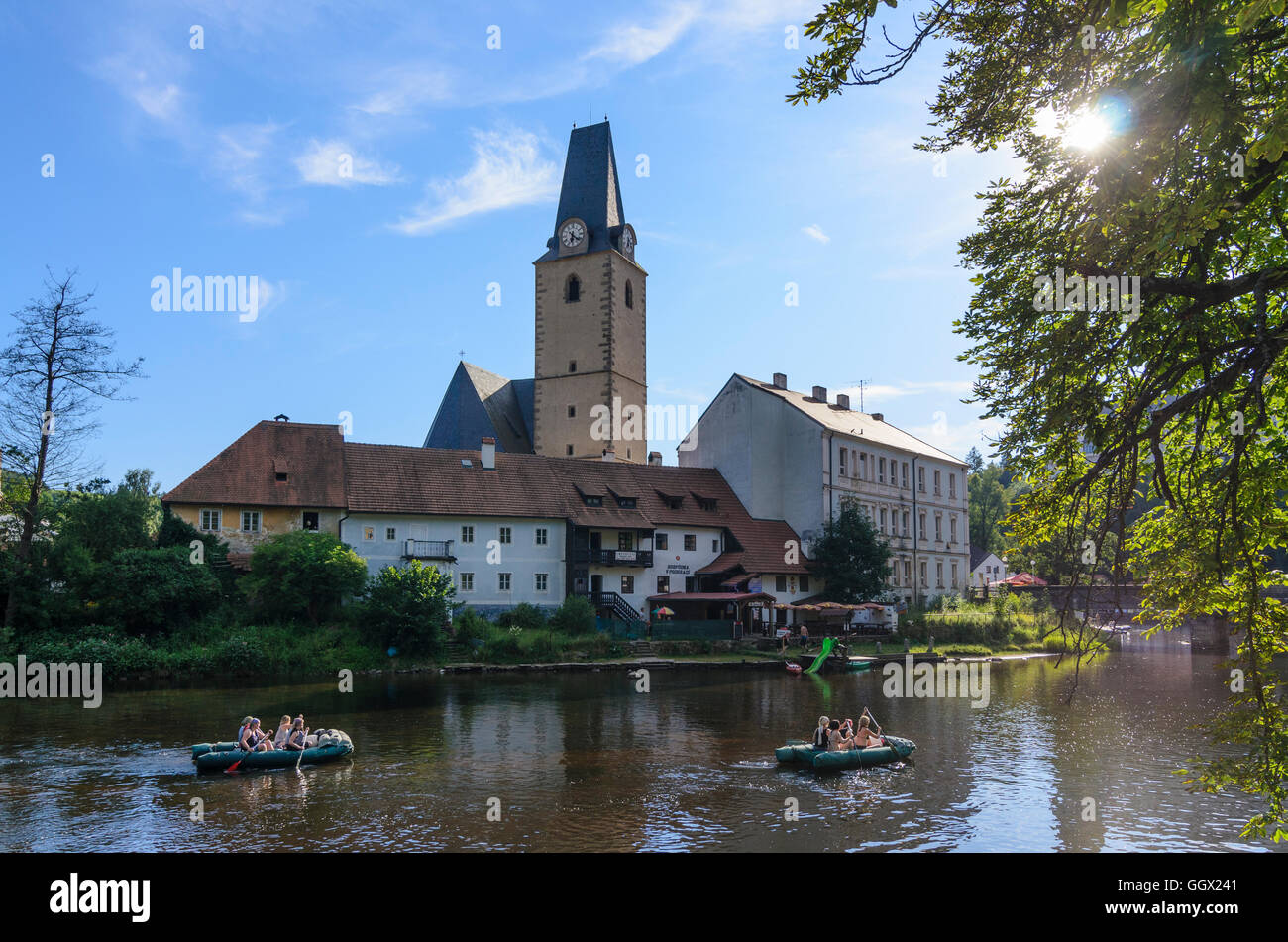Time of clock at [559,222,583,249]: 6:21
